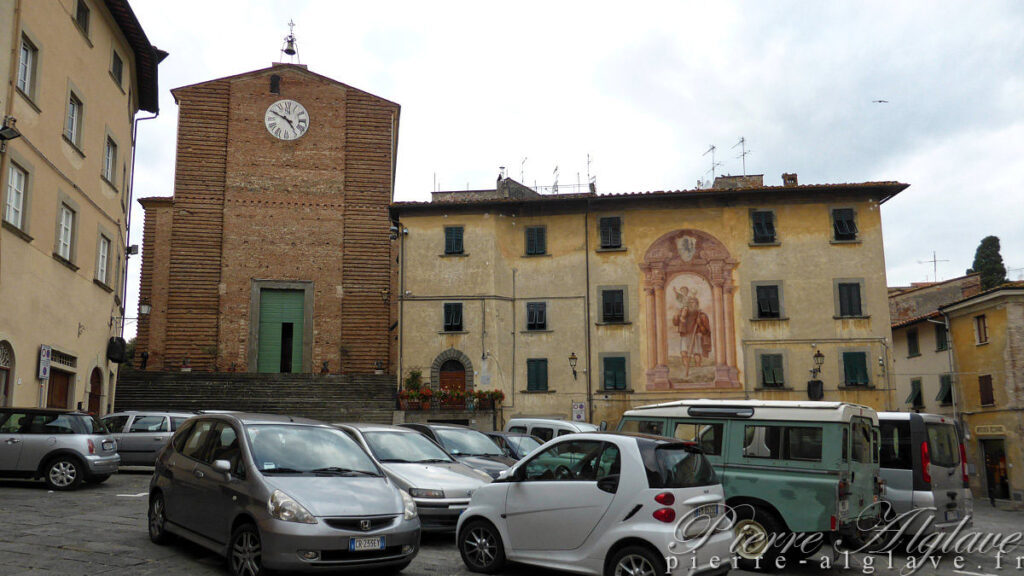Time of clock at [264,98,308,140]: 4:49
